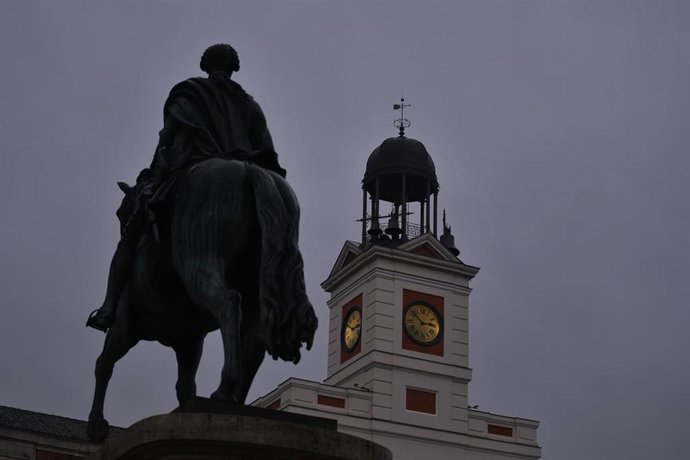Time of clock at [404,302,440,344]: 2:52
